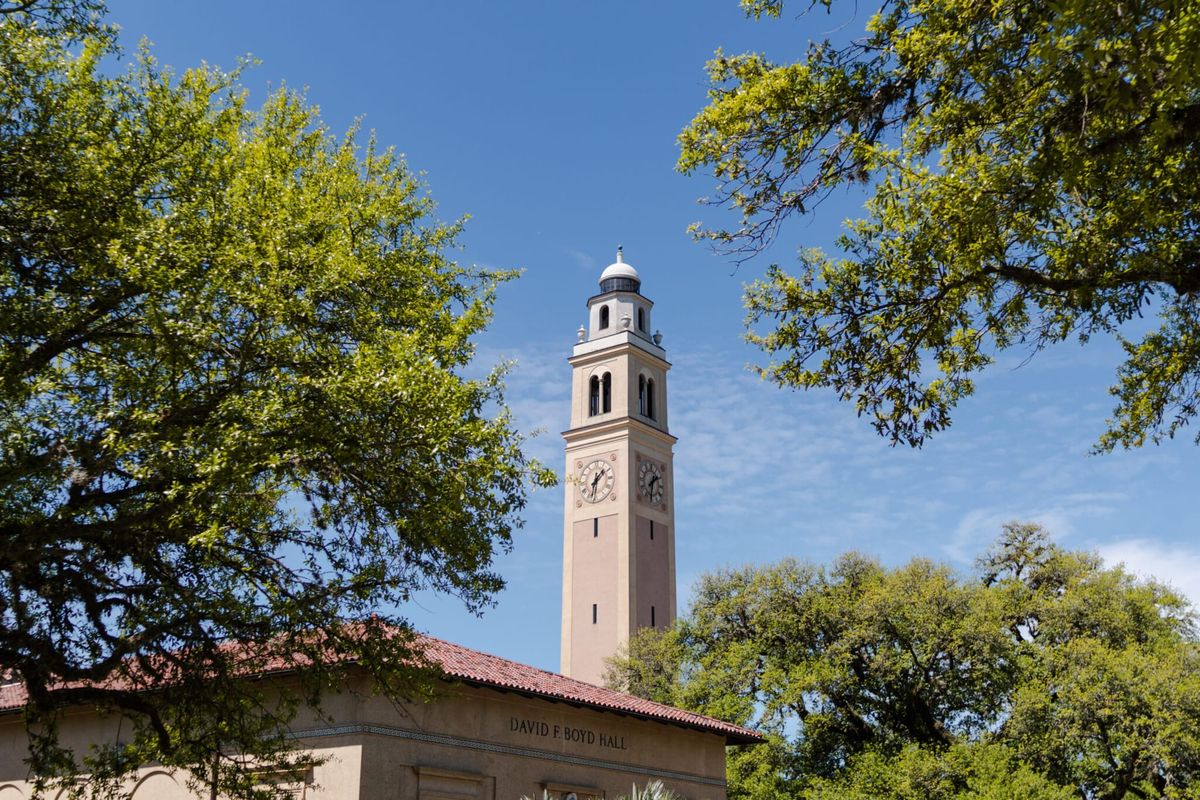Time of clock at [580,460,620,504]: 1:32
